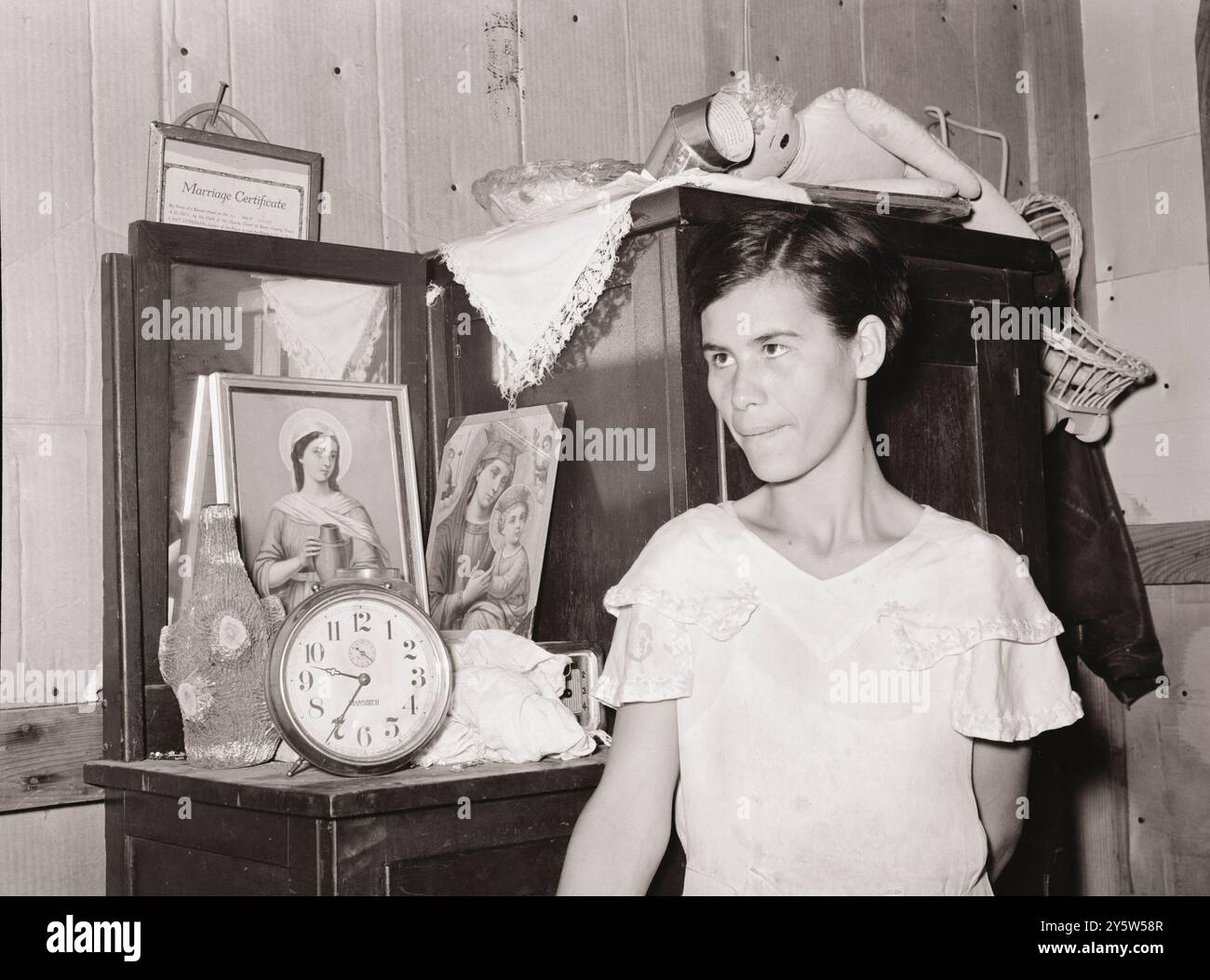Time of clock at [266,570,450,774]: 9:35
